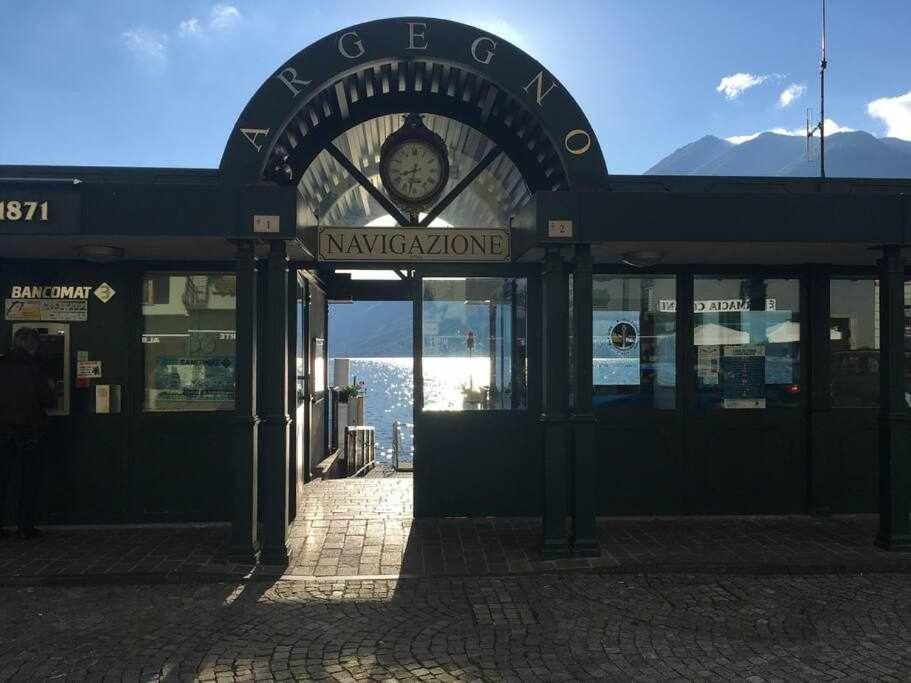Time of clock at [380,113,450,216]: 8:32
